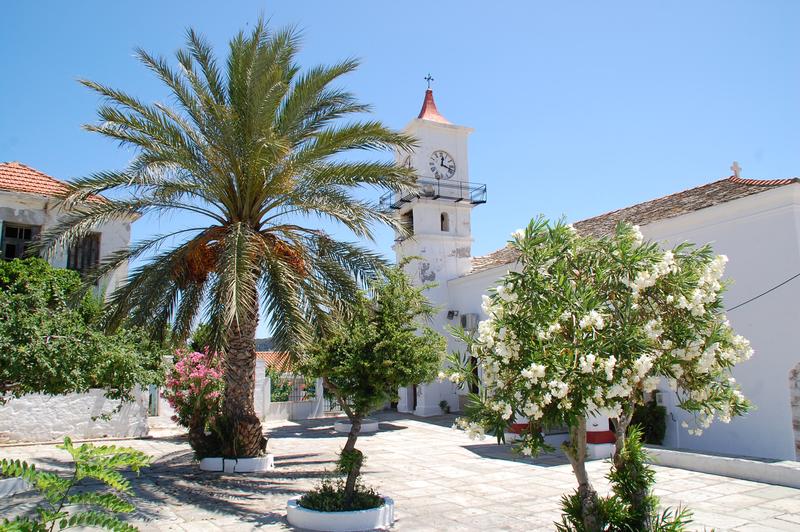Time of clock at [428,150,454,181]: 12:18
